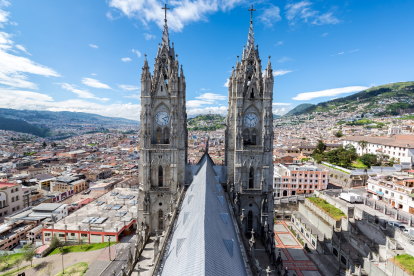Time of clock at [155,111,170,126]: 4:12
